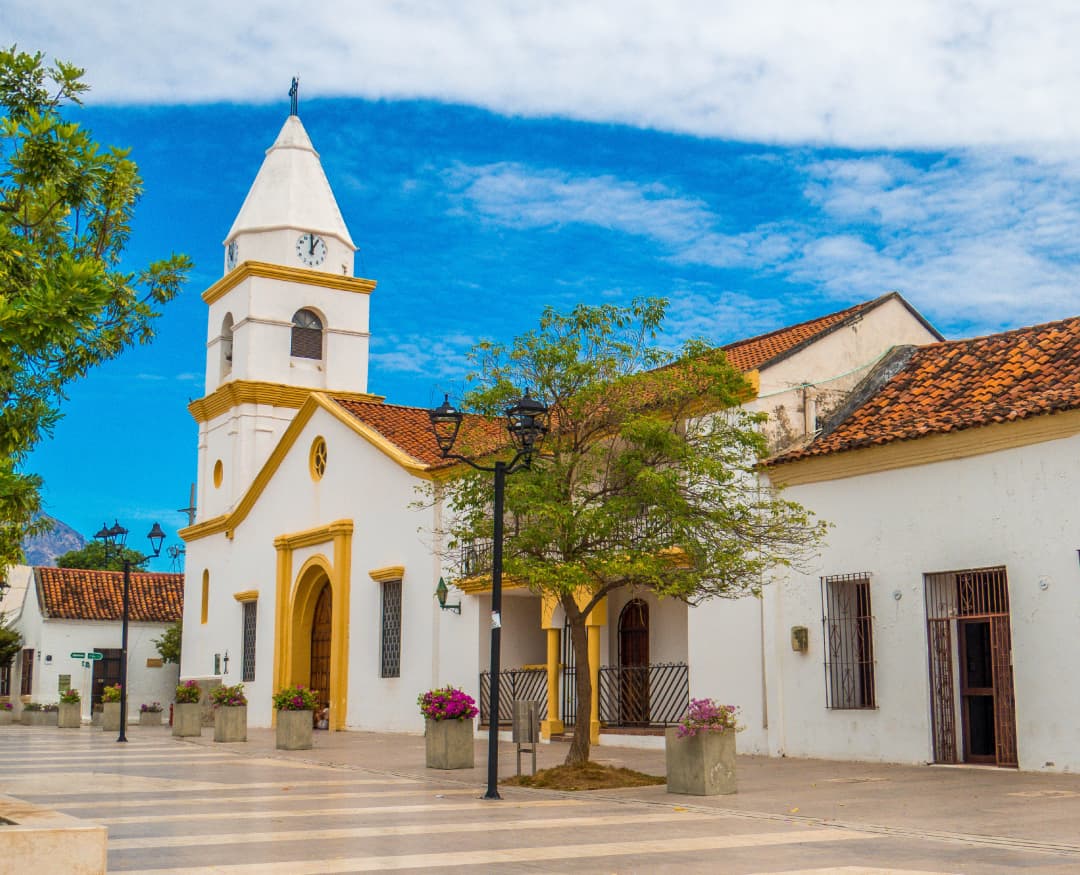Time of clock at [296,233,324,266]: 12:59
